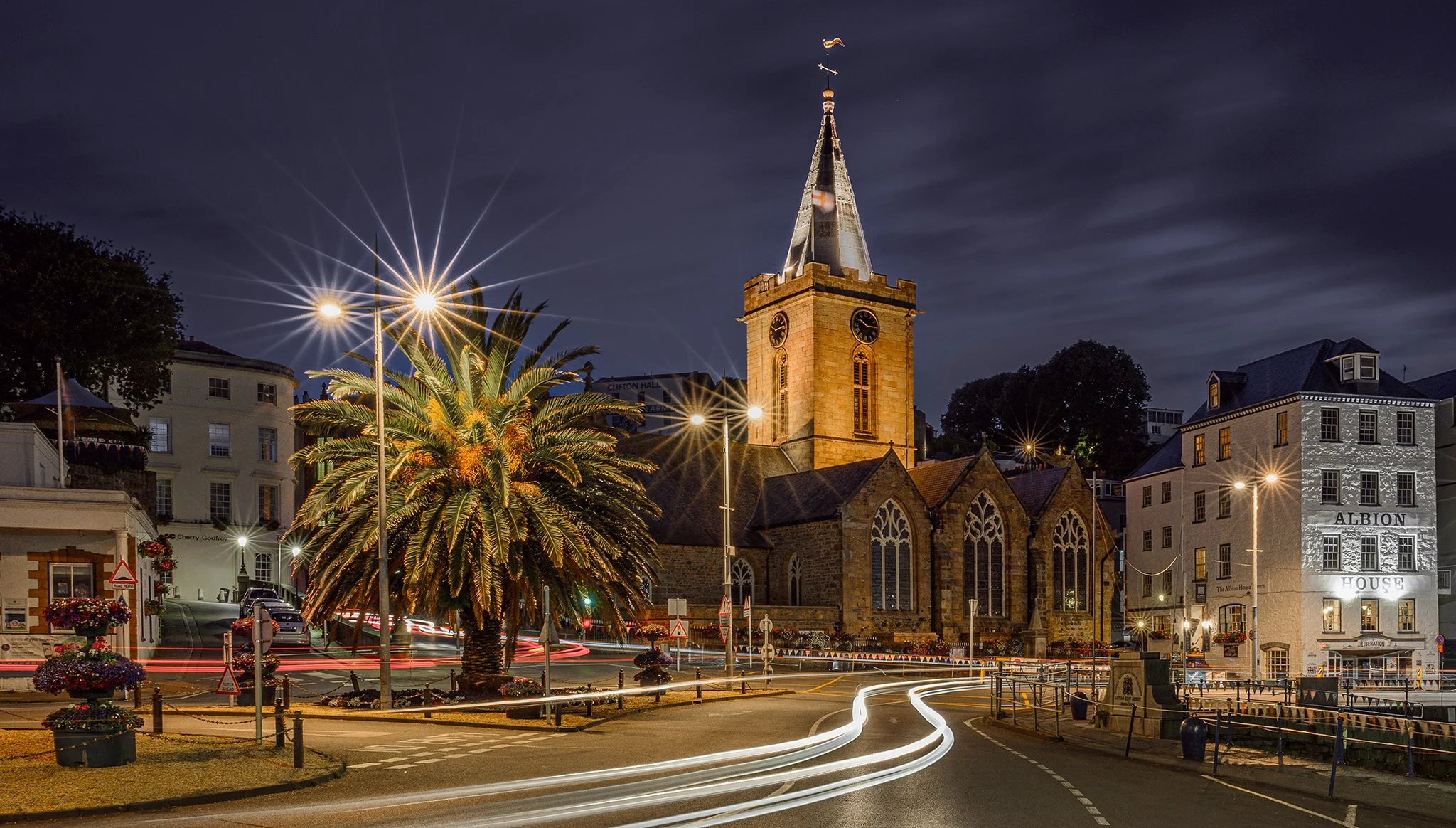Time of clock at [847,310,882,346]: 10:14
